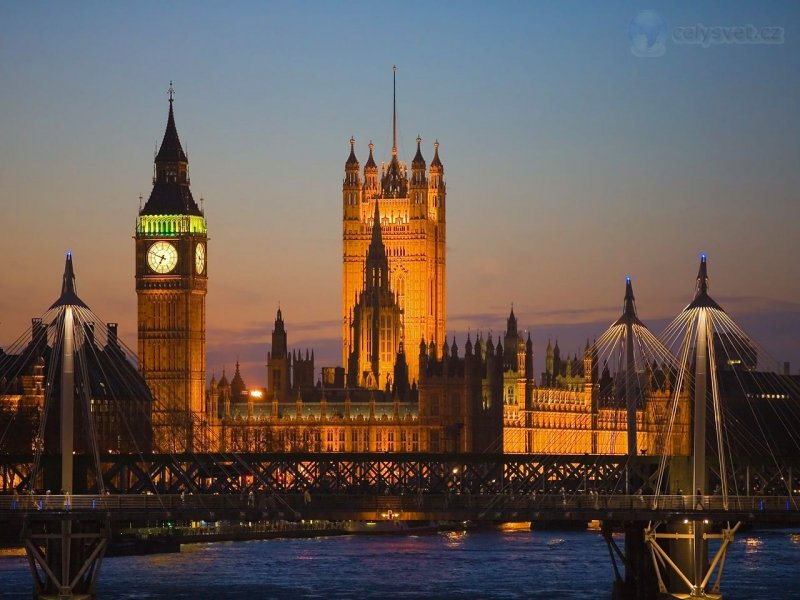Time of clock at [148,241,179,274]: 6:48
